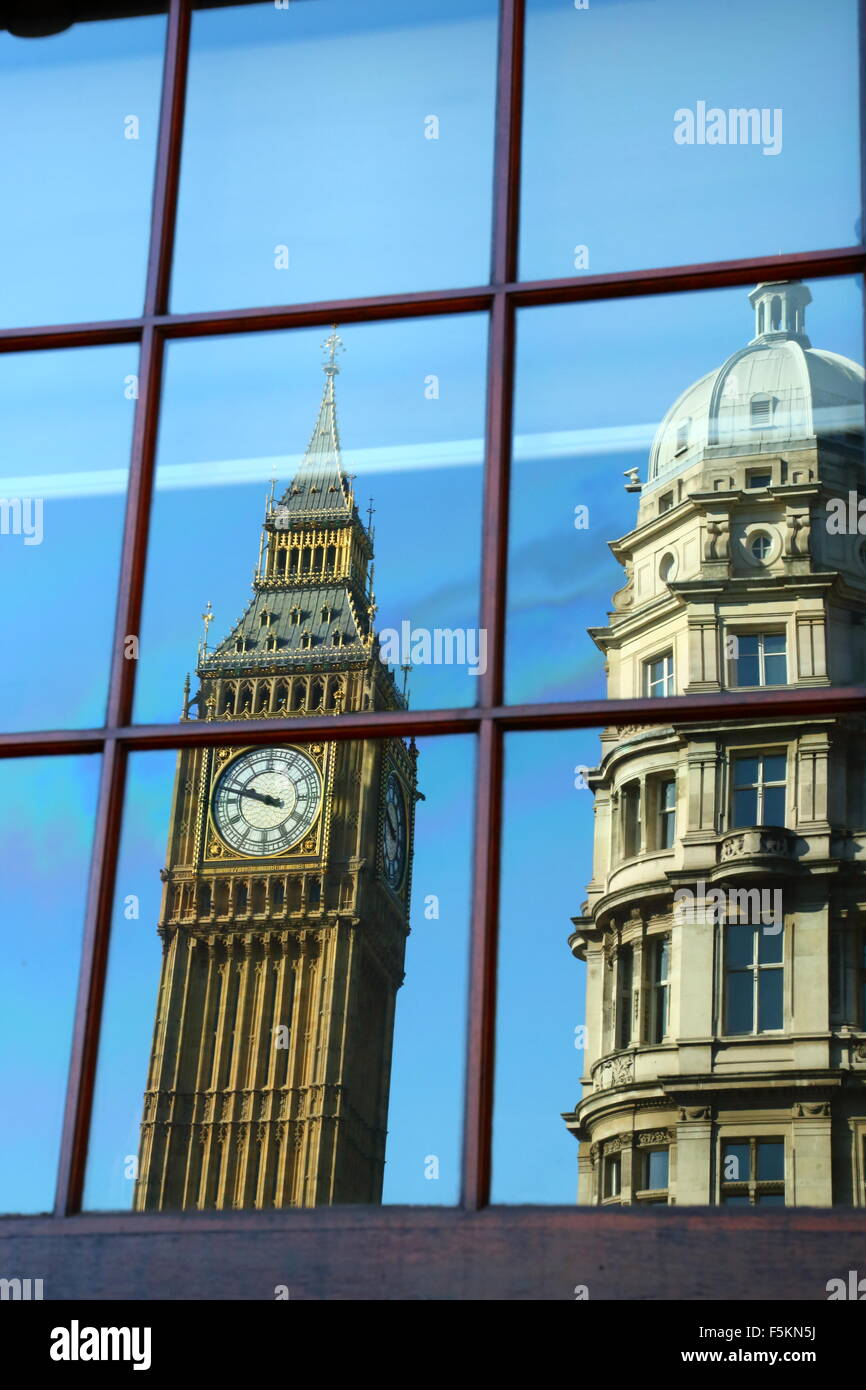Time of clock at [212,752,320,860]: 9:47
